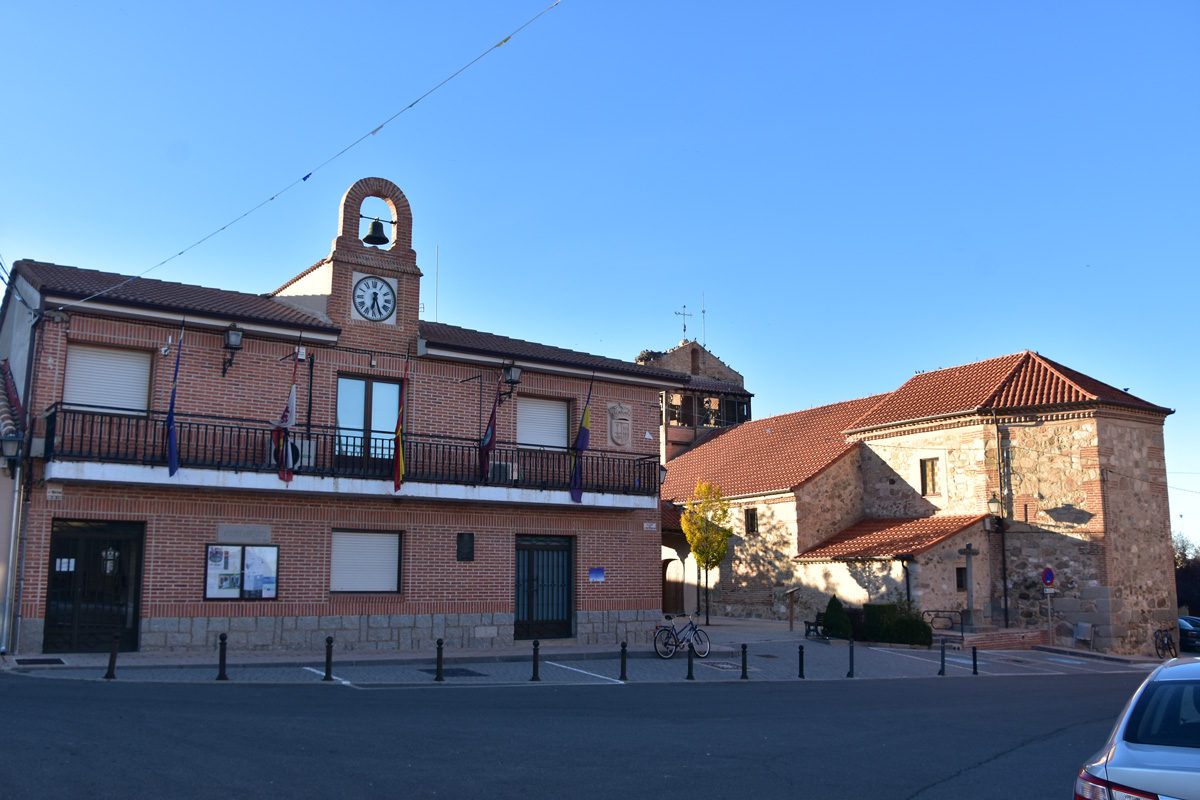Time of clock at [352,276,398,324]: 6:26
